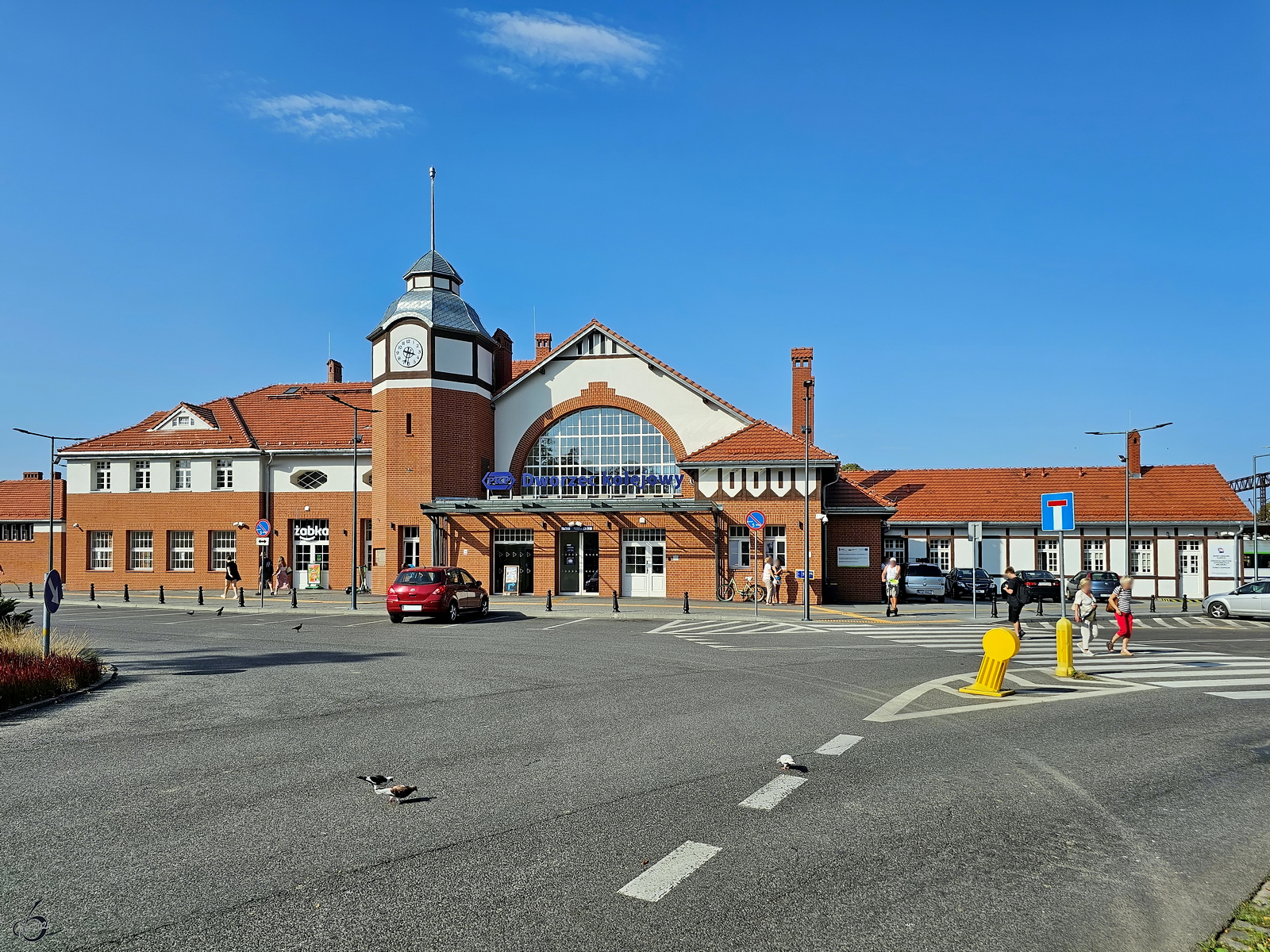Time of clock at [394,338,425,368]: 3:33
